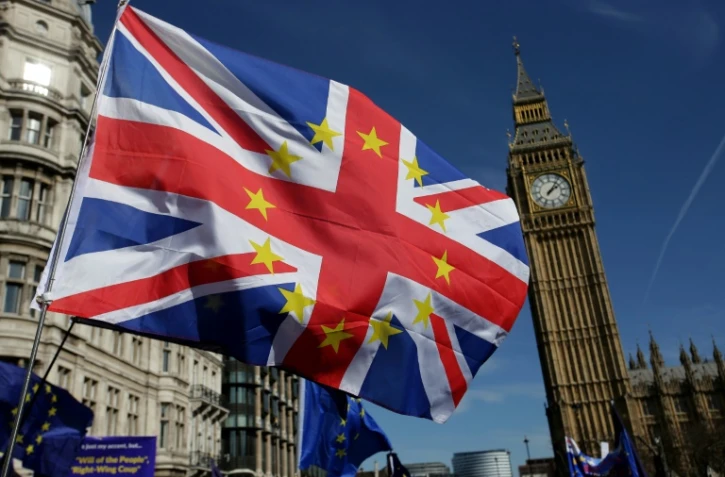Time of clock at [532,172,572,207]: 2:06
